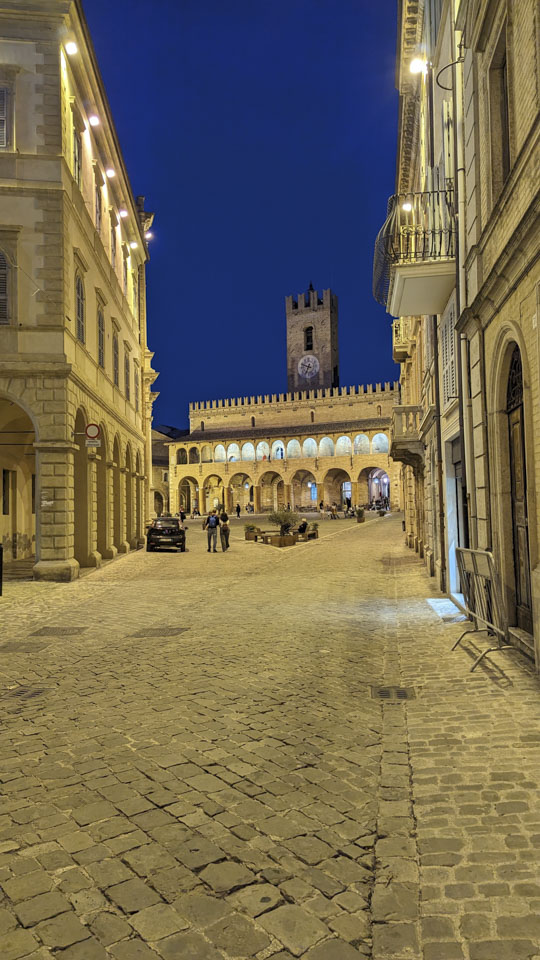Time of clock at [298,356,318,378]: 9:34
